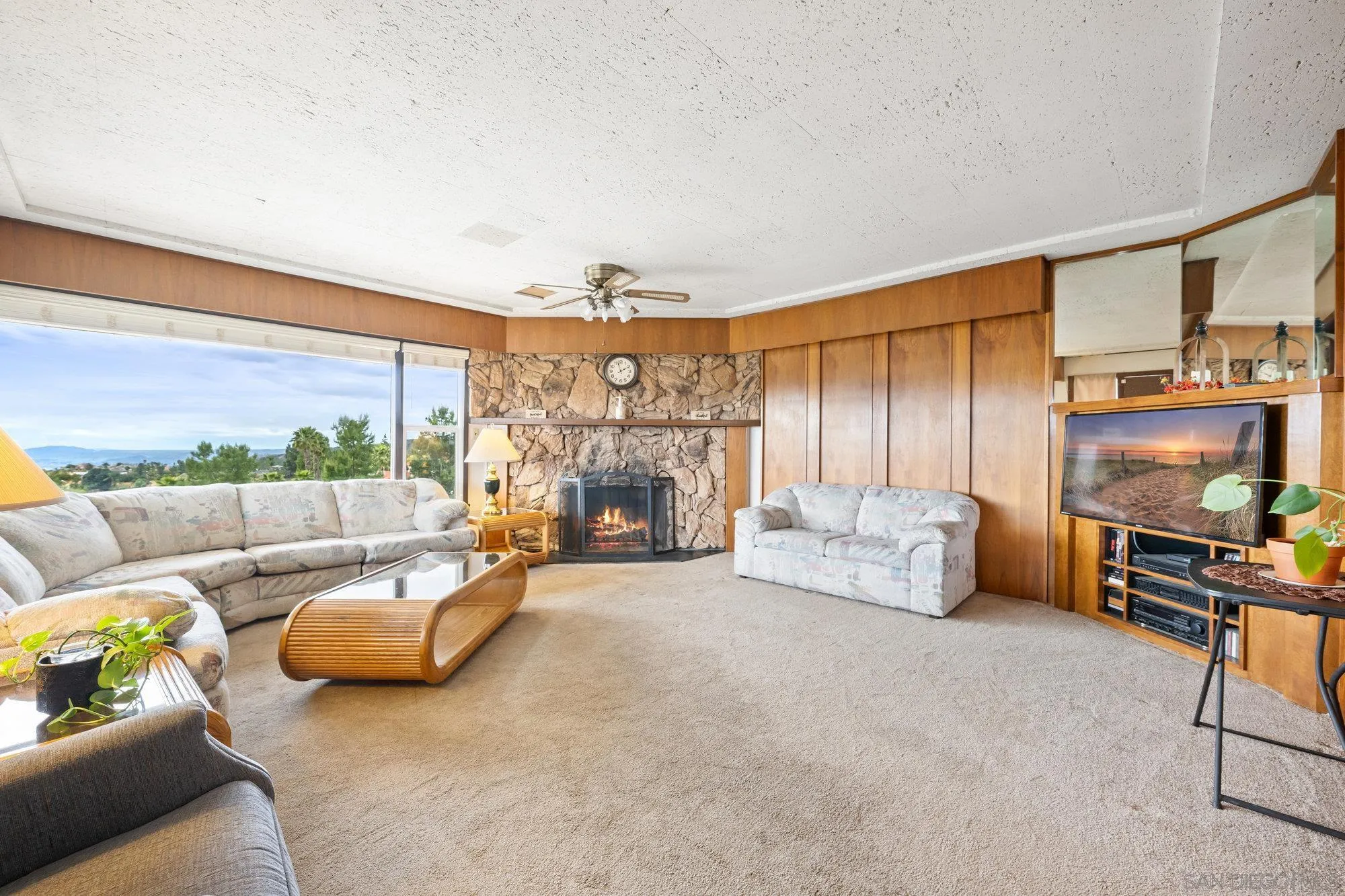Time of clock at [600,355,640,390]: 1:57
